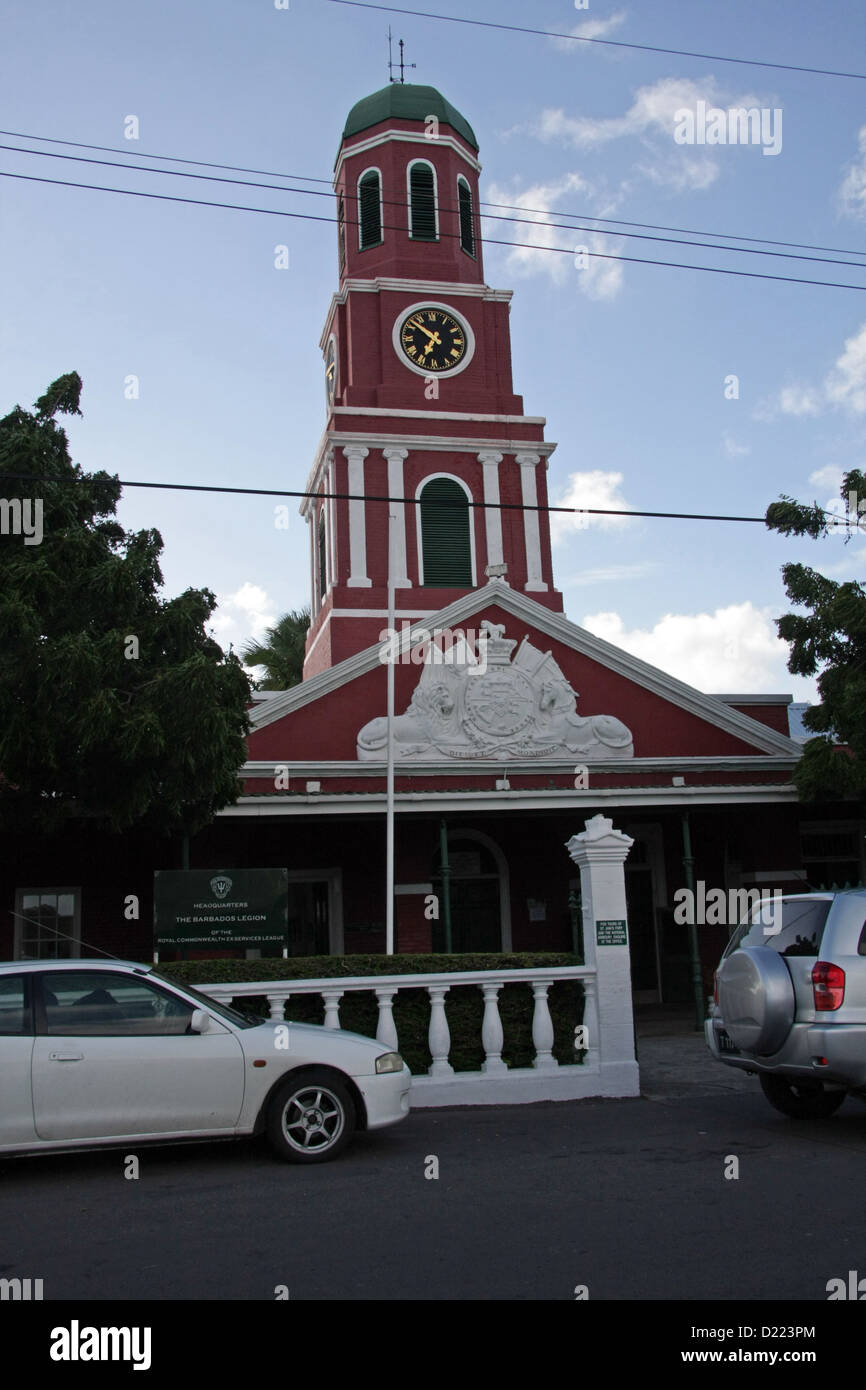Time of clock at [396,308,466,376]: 6:51
